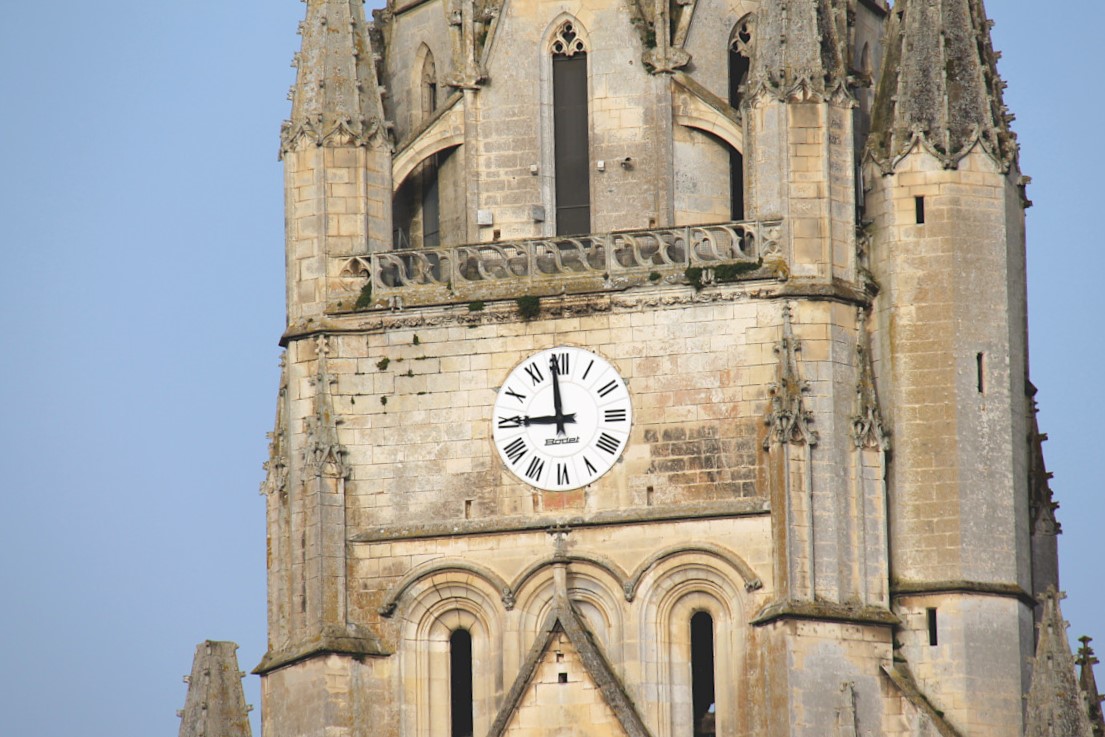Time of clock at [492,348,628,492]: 8:58
